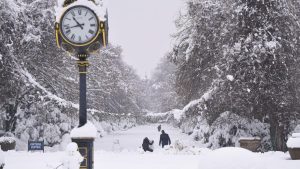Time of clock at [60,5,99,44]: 10:42
